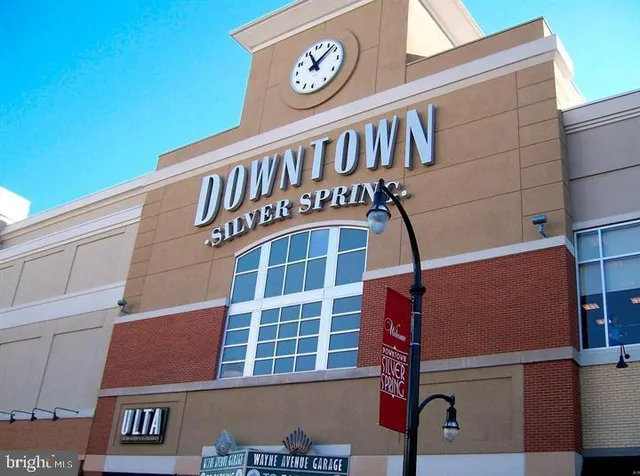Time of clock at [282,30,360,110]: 11:08
